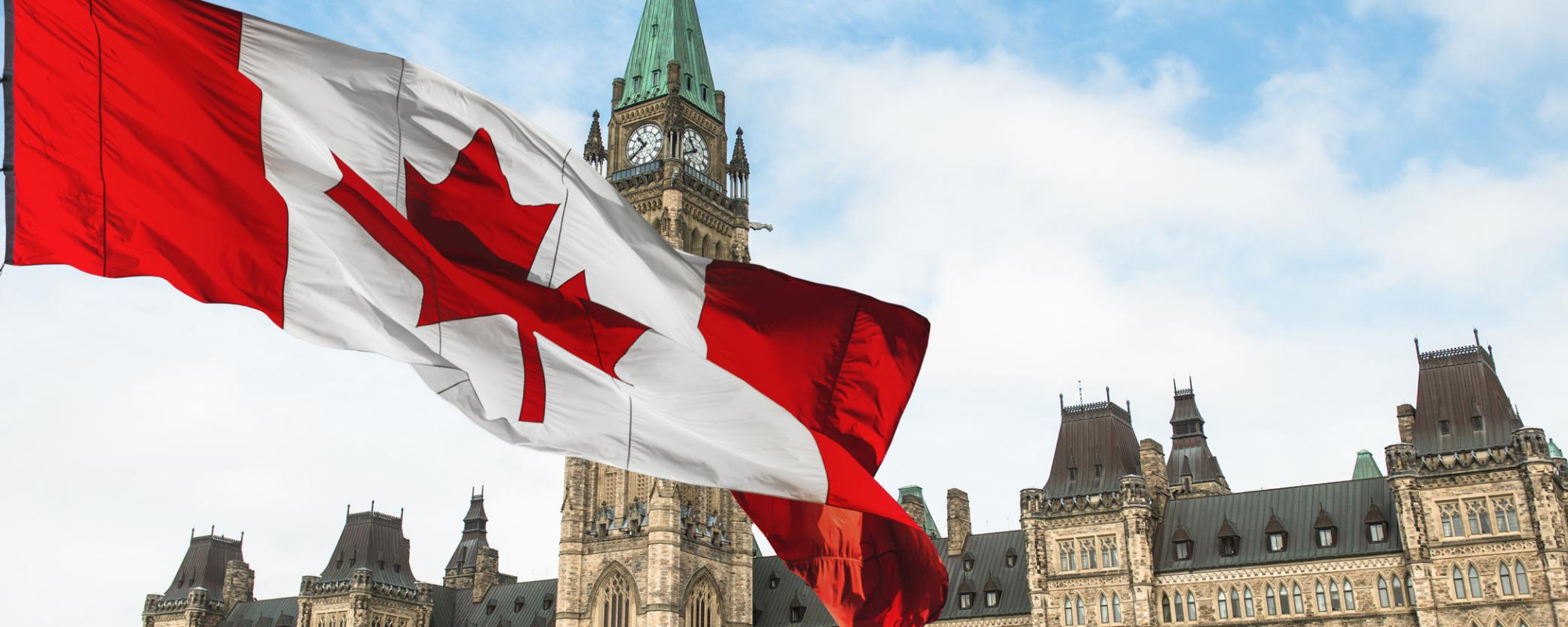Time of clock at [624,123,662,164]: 10:39
